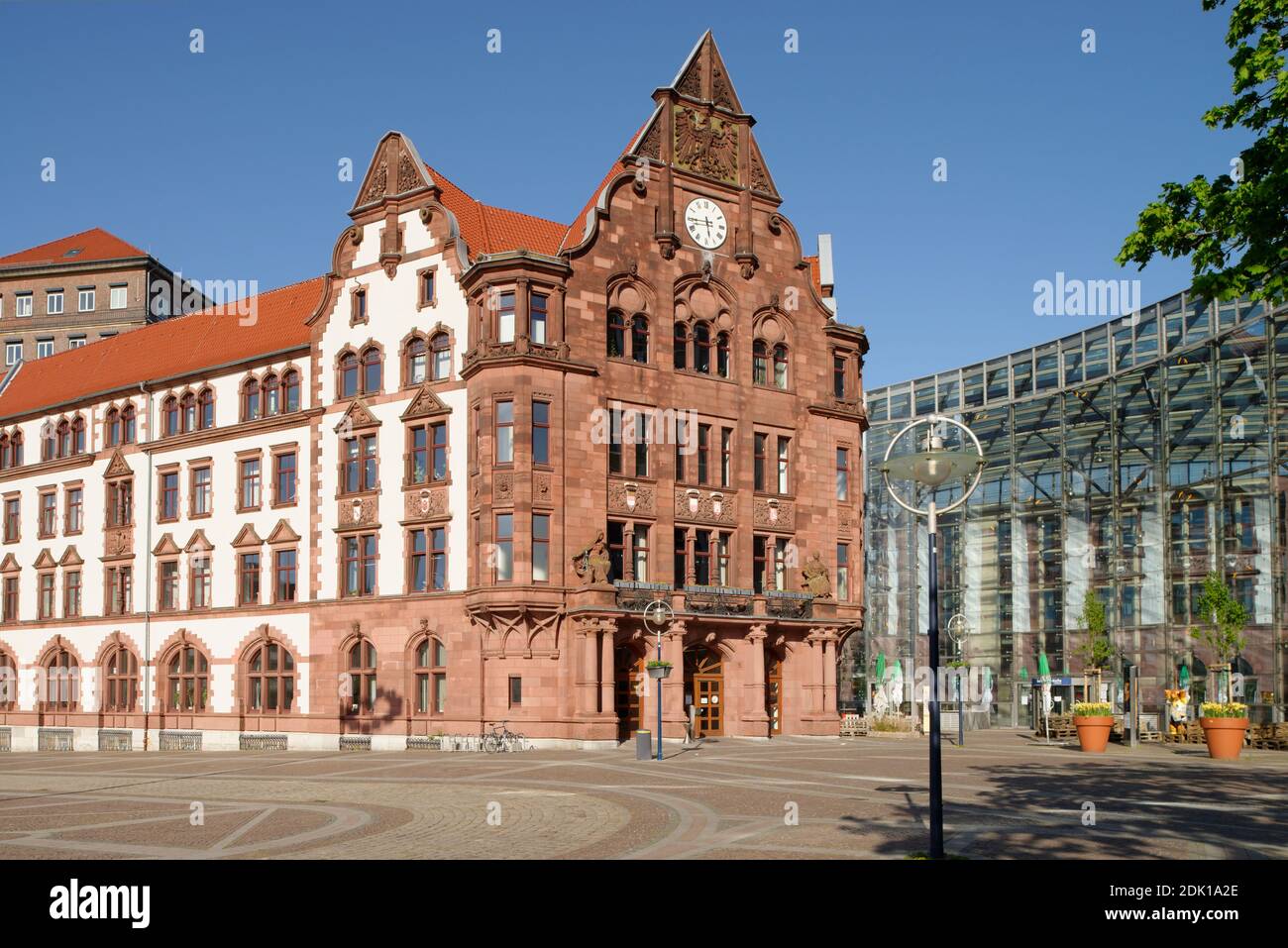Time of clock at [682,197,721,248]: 5:44
